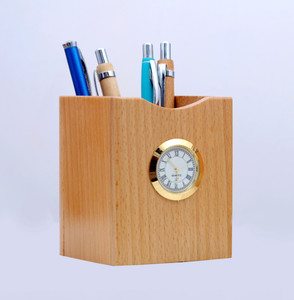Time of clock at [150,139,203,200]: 5:53
